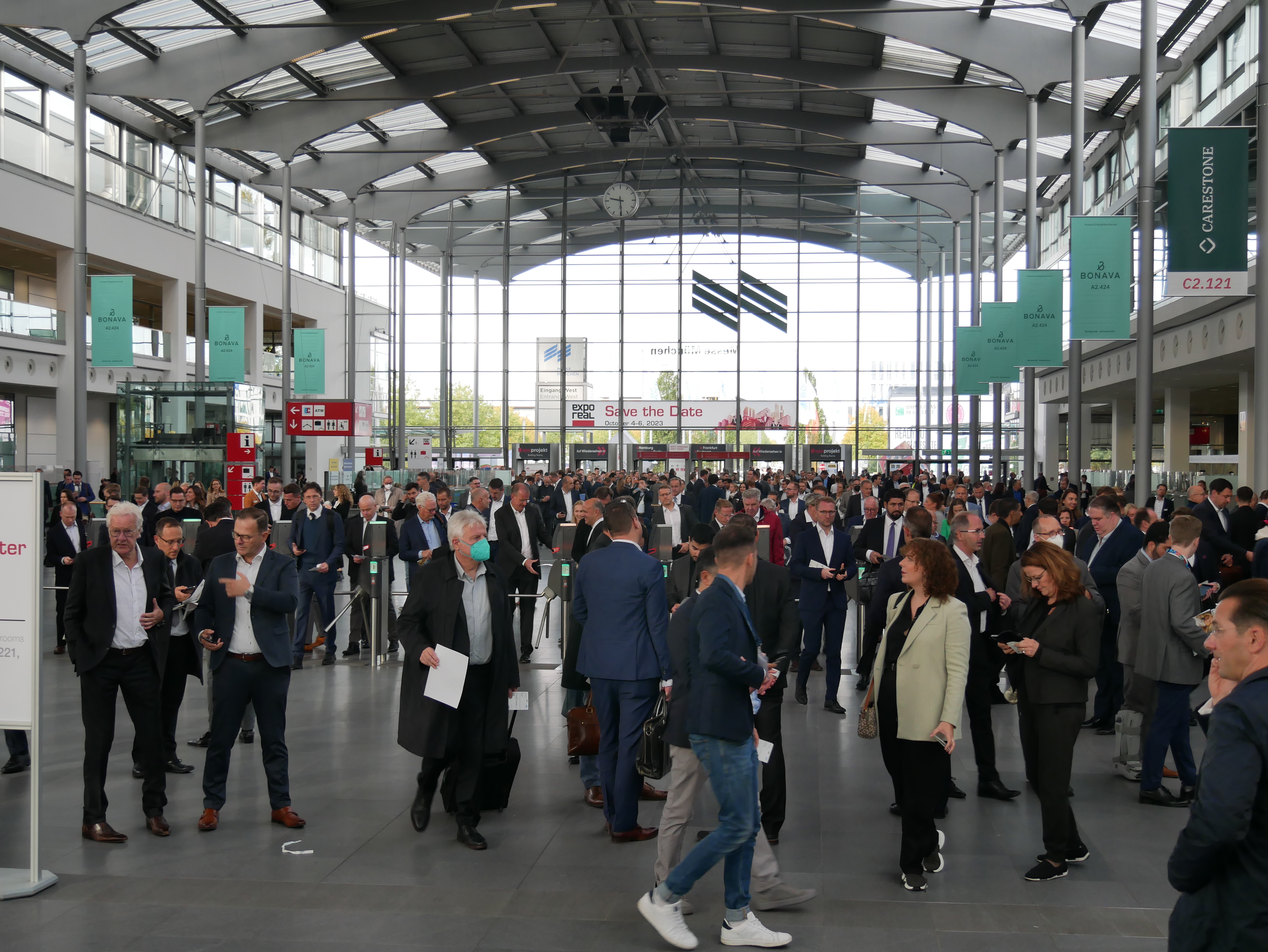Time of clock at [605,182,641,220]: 9:29
